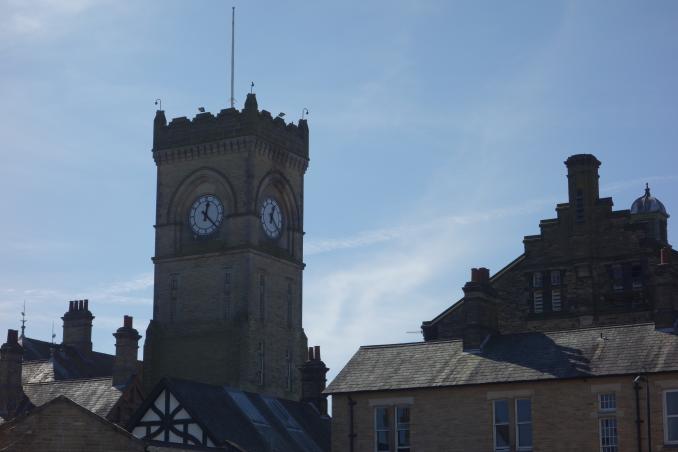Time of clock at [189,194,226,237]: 12:22
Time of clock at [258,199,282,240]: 12:23
